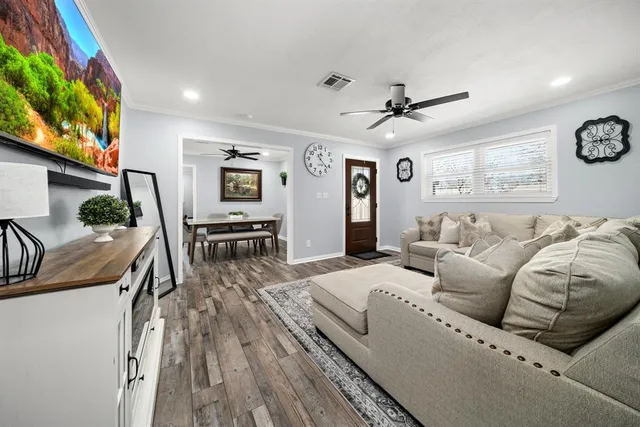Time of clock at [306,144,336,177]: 12:22
